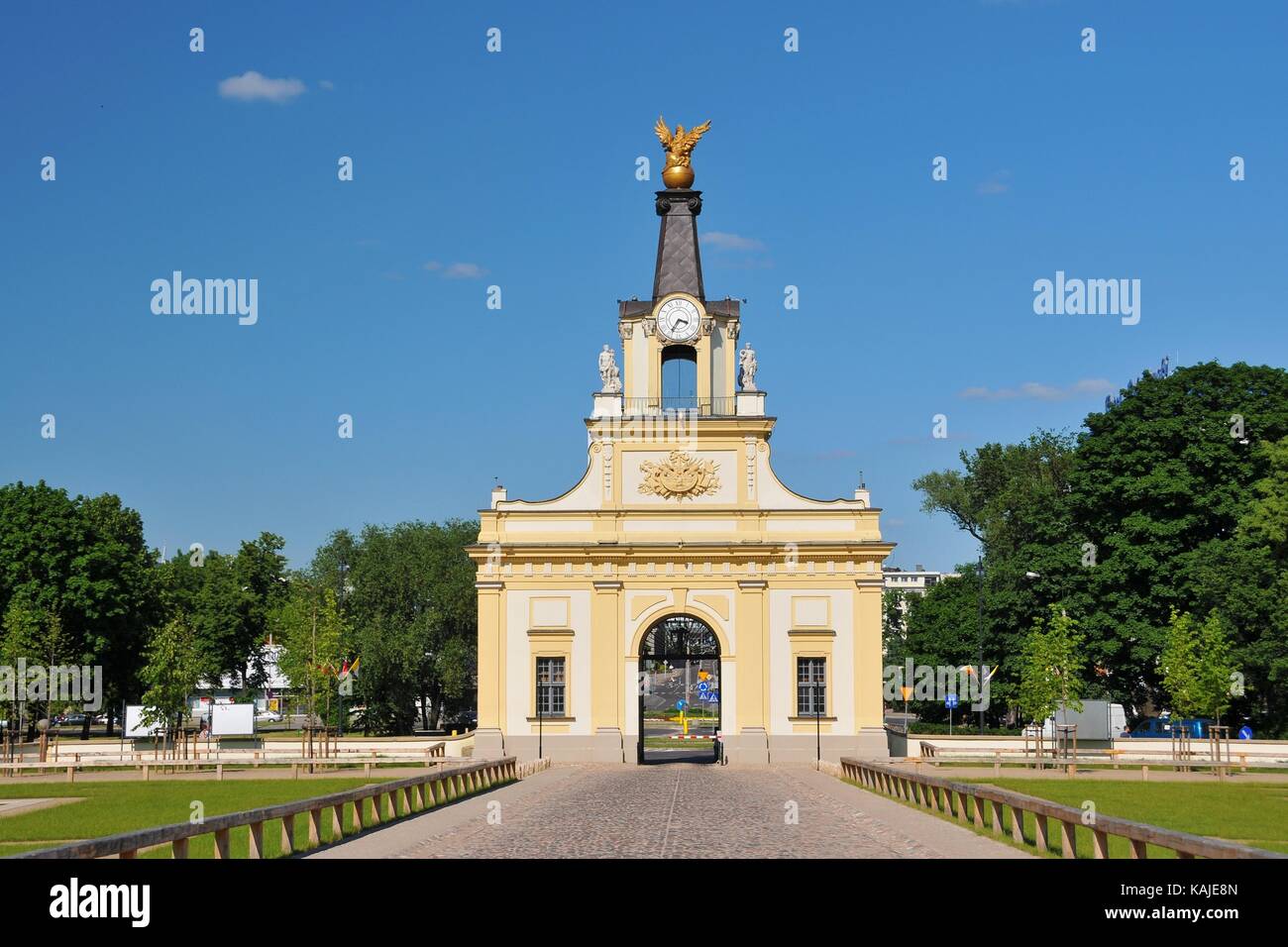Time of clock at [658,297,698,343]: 3:35
